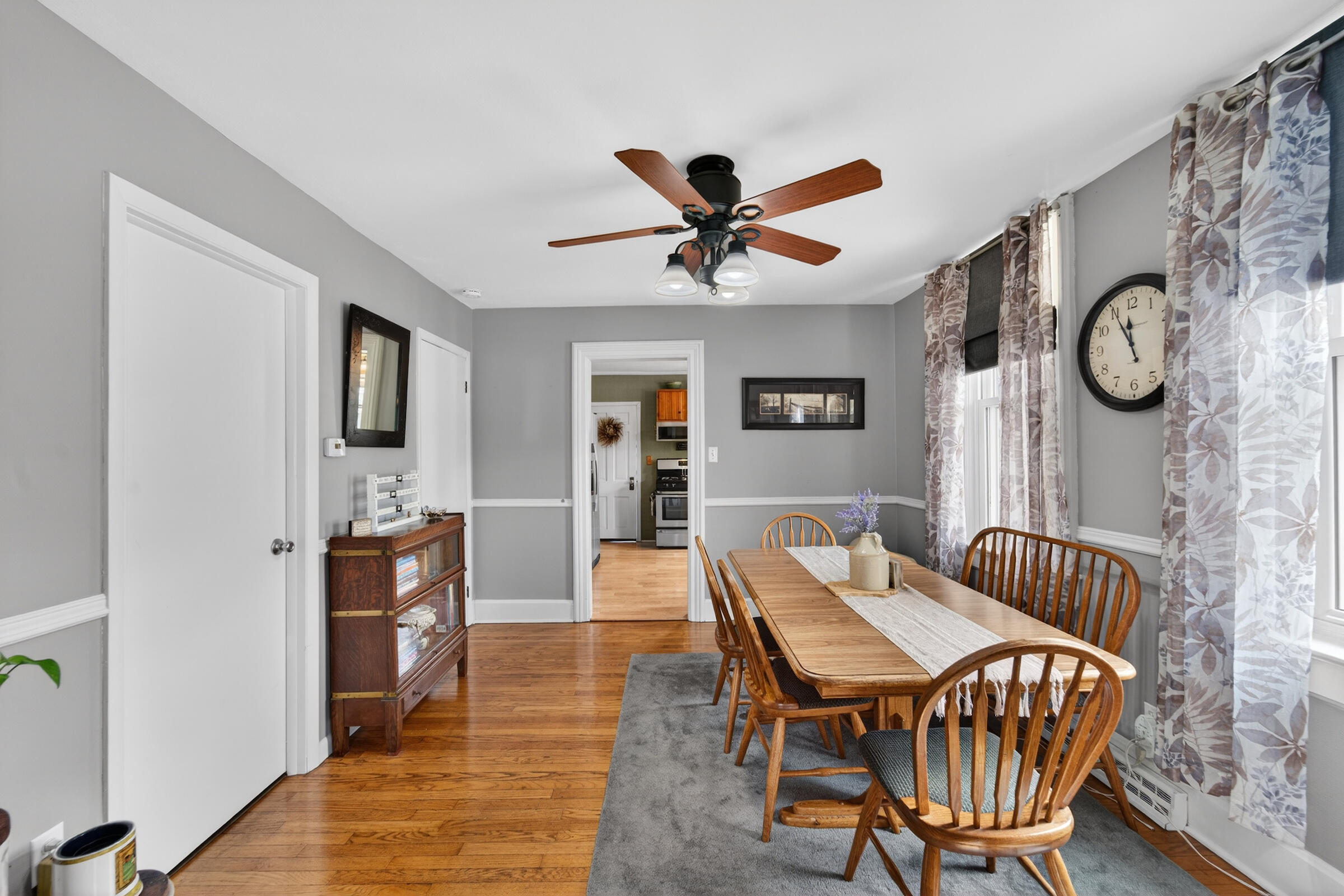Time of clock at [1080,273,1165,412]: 11:55
